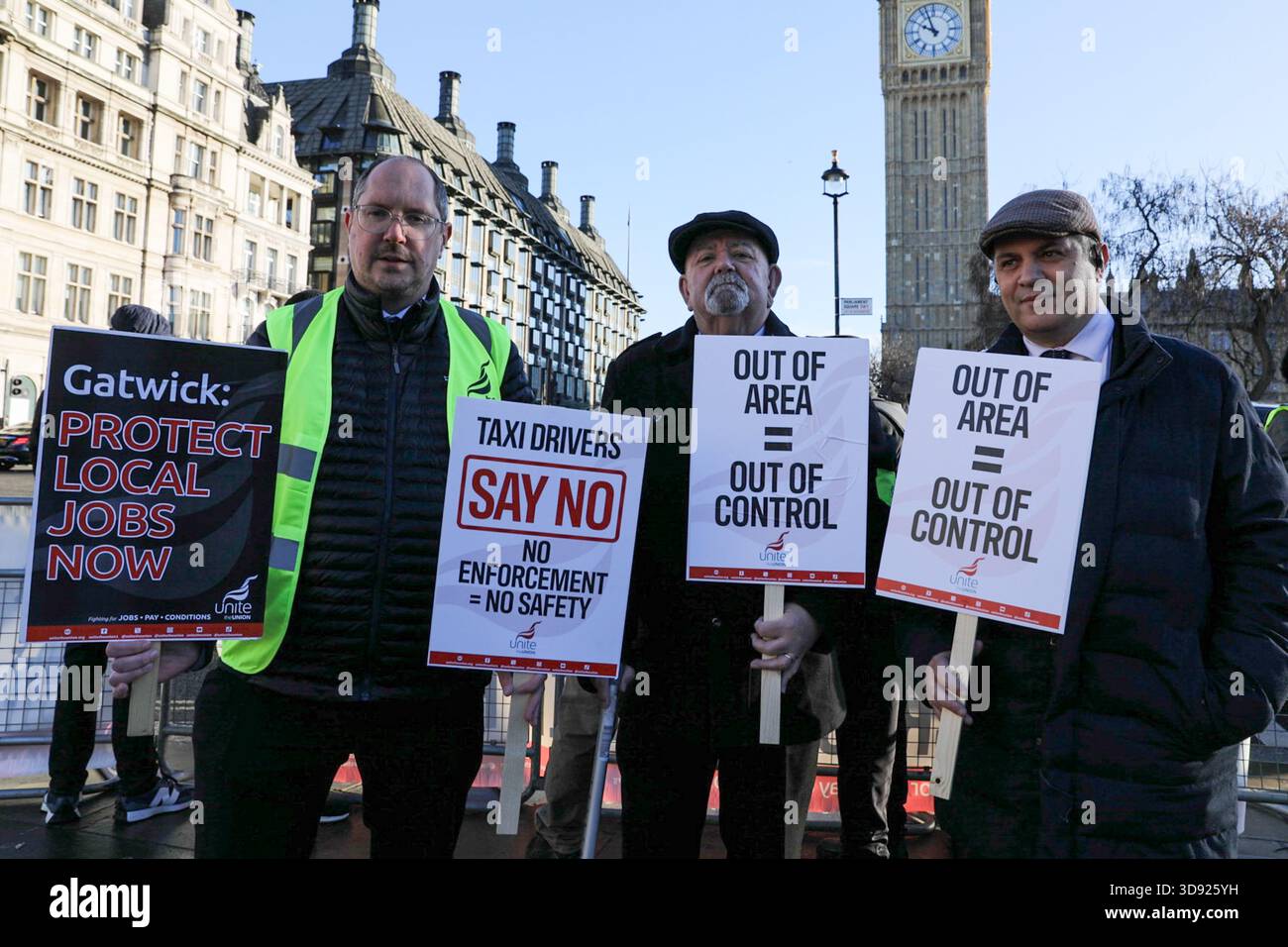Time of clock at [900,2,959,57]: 9:56
